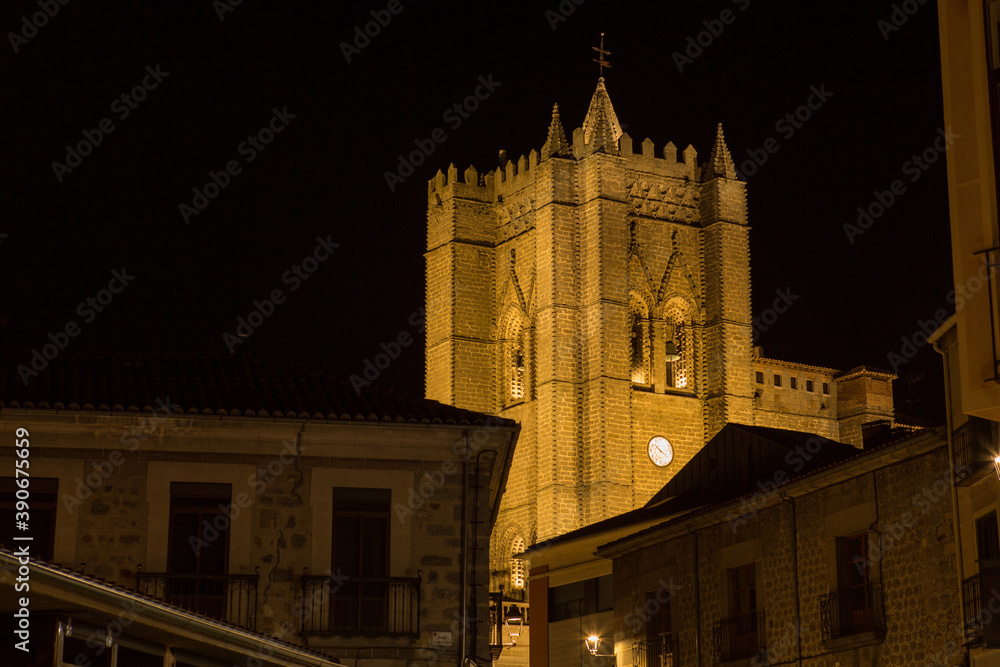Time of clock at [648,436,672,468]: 10:20
